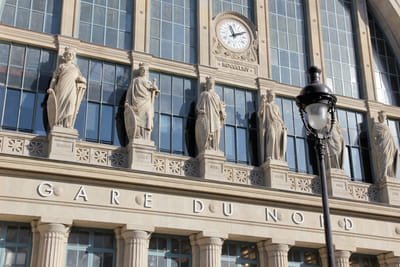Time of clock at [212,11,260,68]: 11:11
